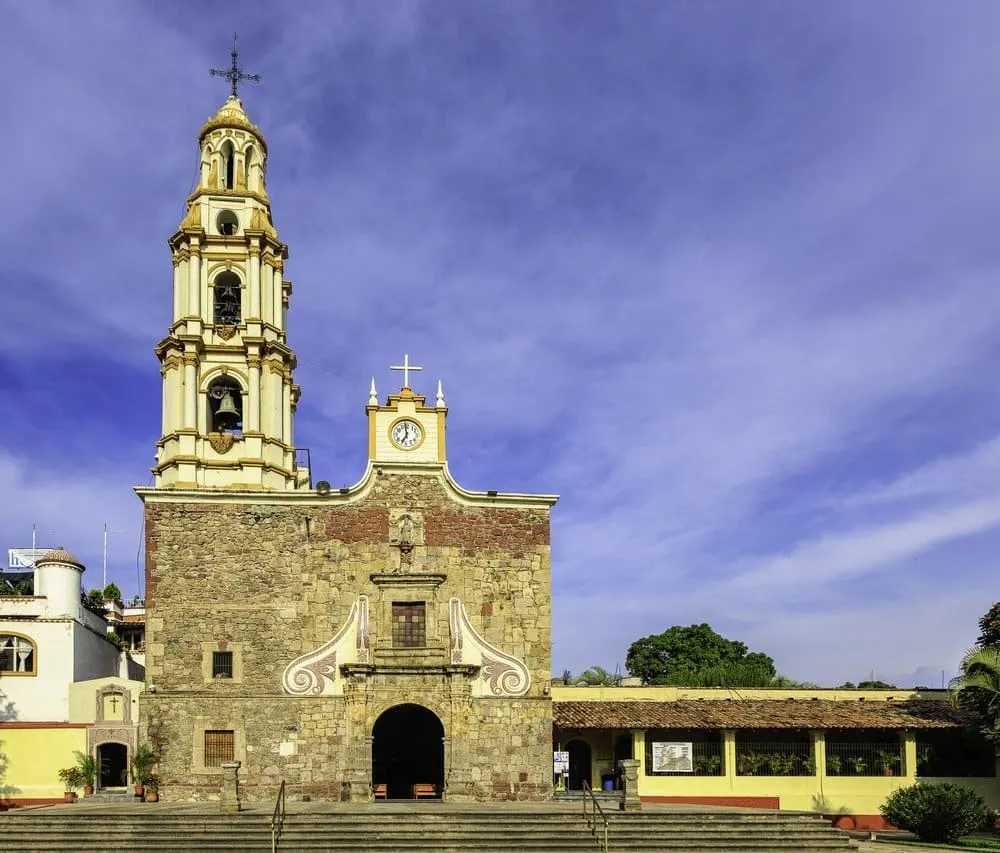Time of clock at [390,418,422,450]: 6:58
